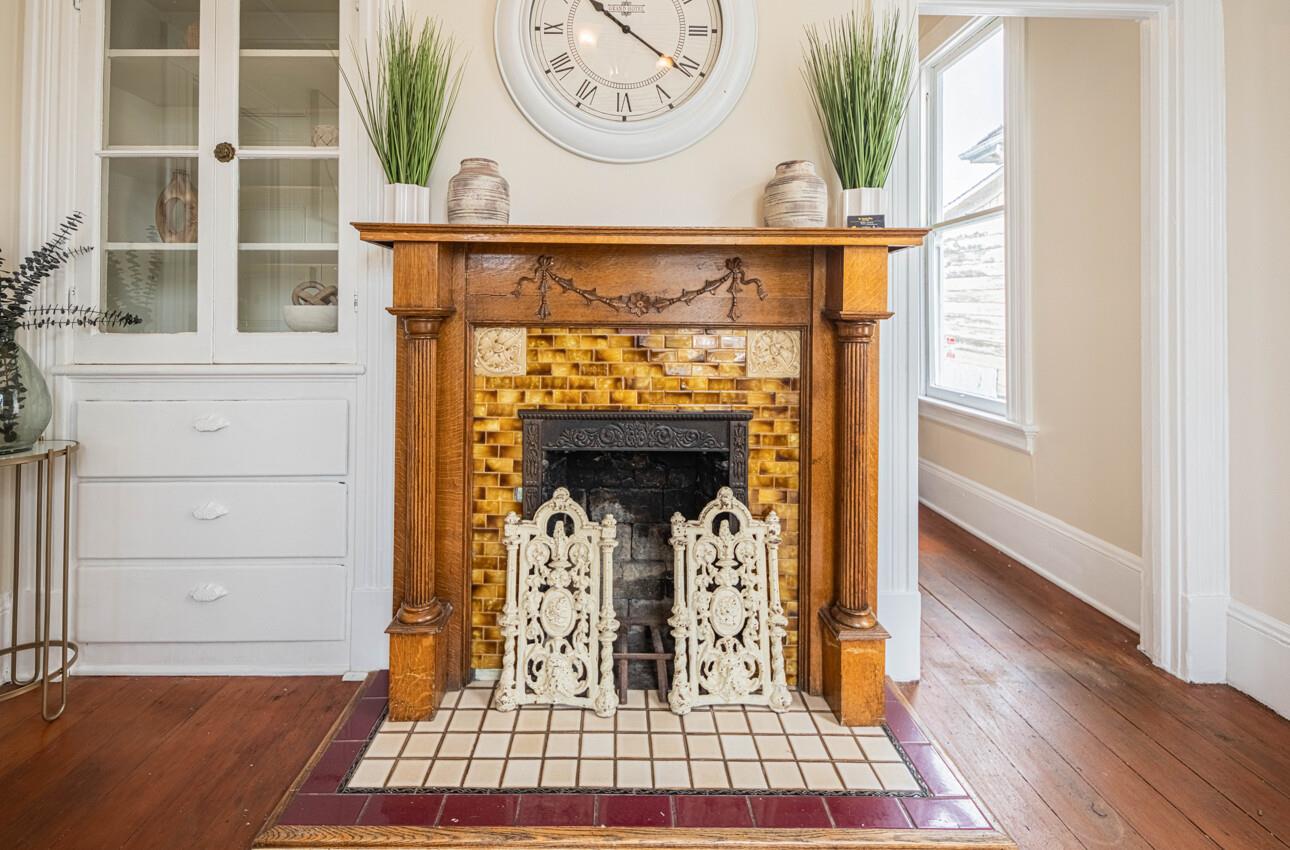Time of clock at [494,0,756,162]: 10:21
